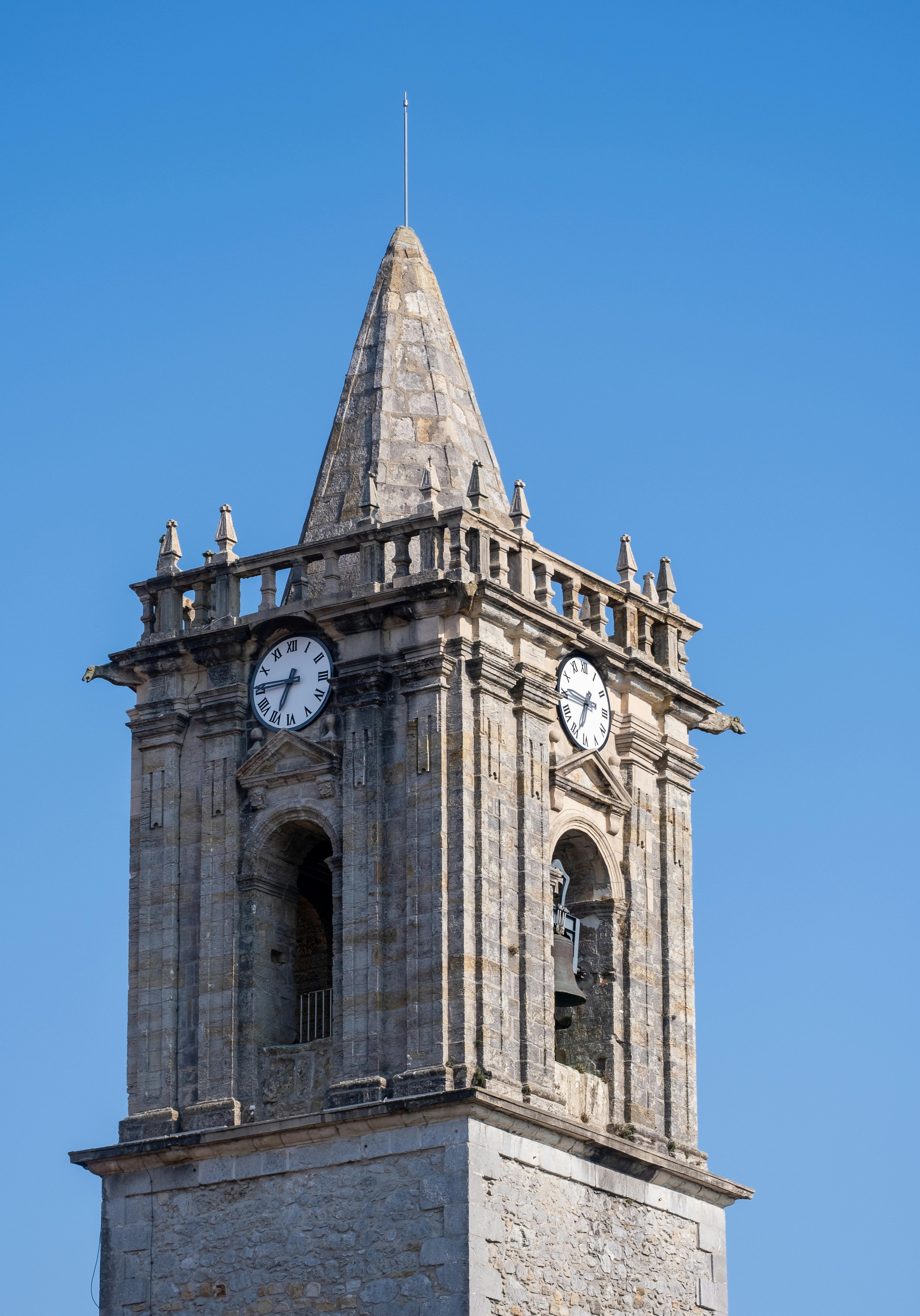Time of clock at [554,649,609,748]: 6:46
